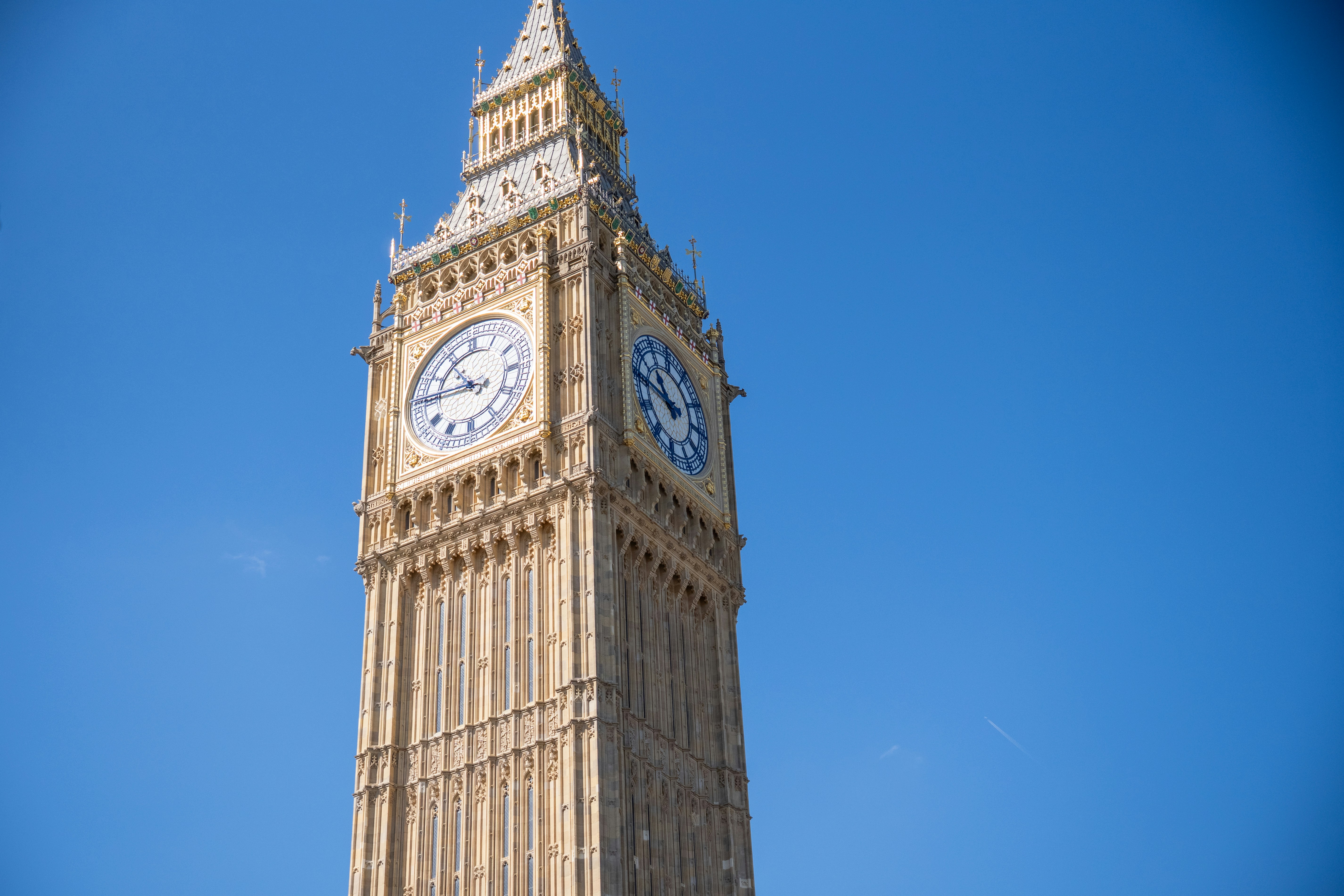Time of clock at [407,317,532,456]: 10:45
